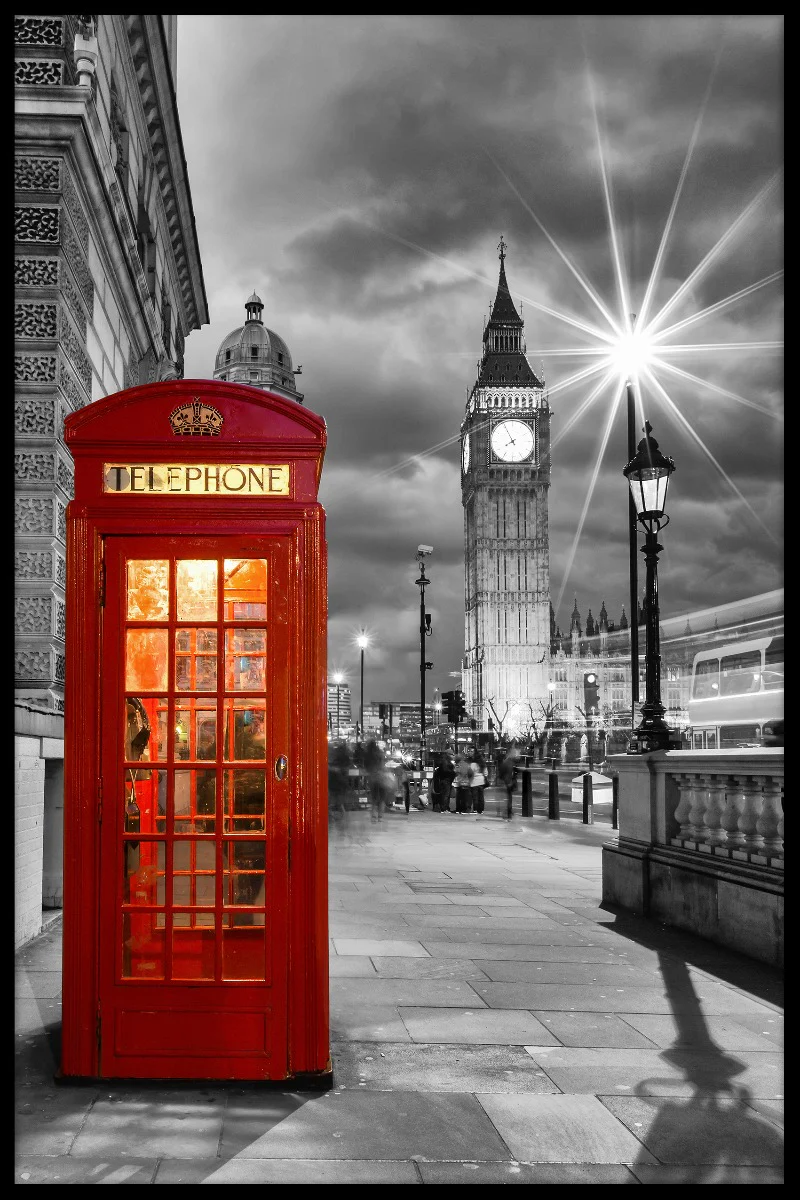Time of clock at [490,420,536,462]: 7:55
